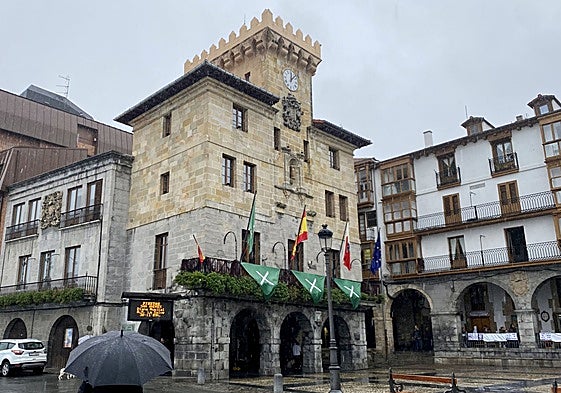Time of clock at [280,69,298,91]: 12:07
